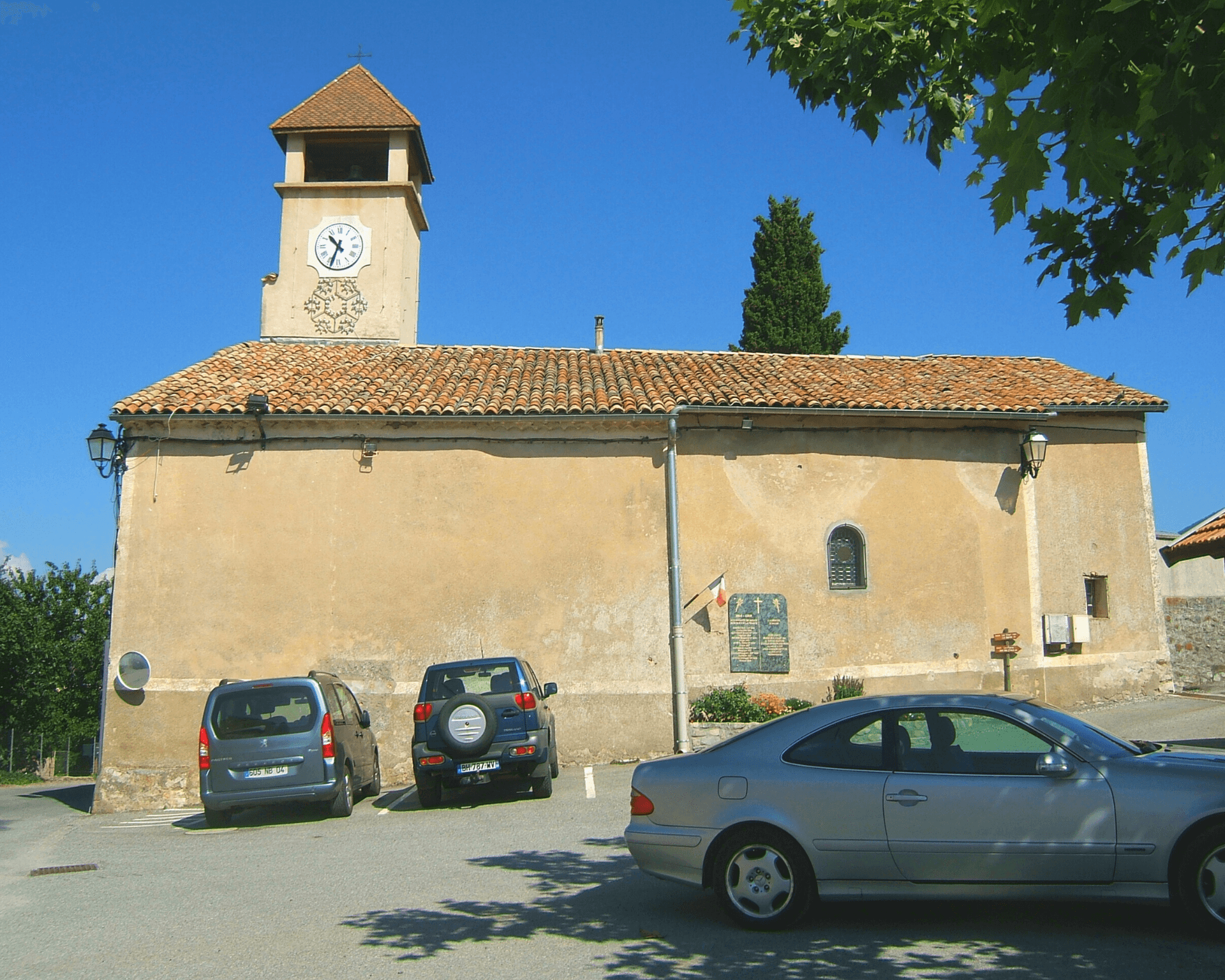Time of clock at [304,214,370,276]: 10:33
